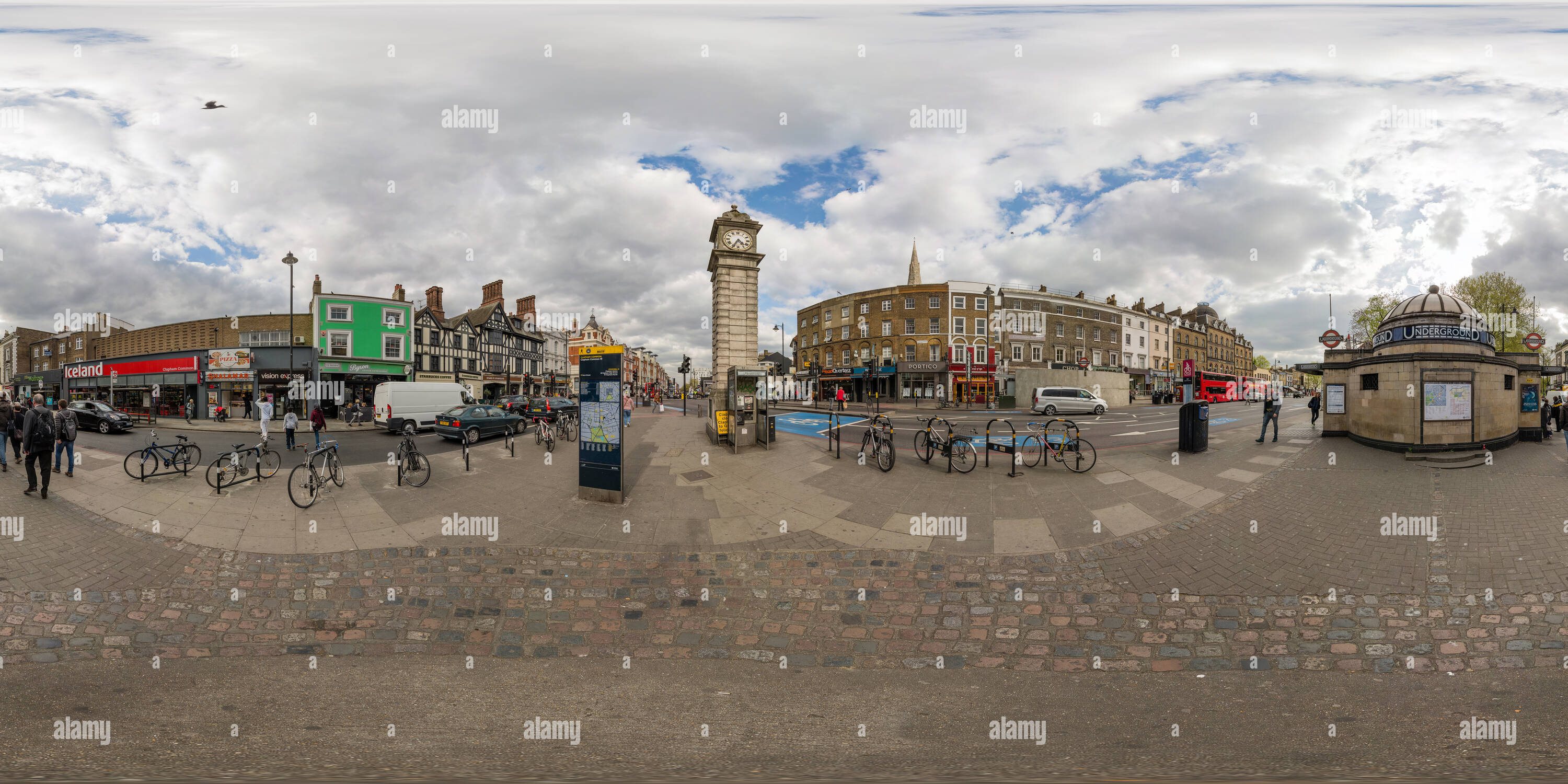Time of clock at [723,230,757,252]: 4:34
